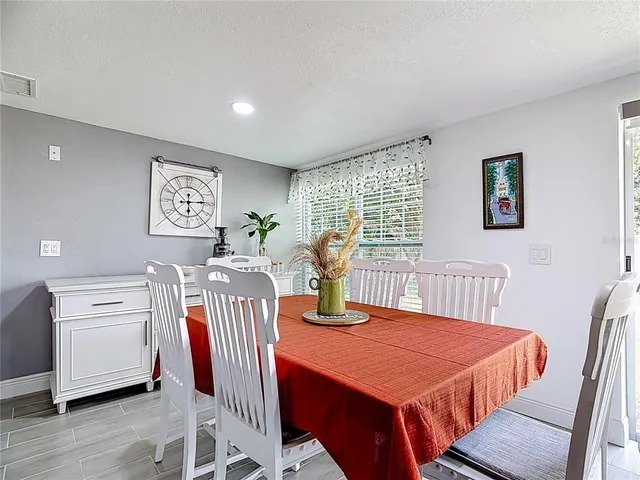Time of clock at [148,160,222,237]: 6:14
